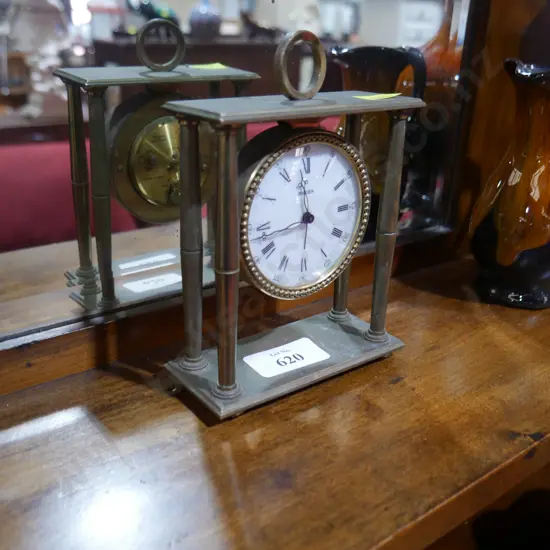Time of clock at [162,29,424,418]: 11:42
